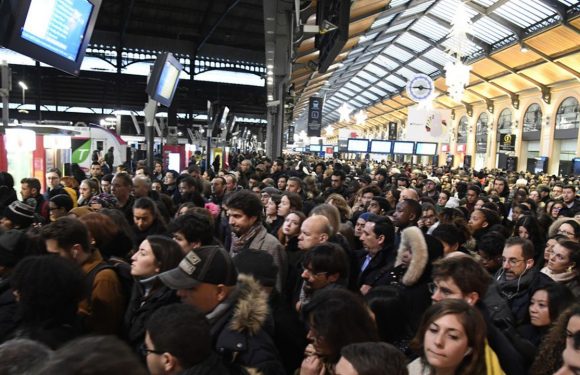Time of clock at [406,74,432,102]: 9:16
